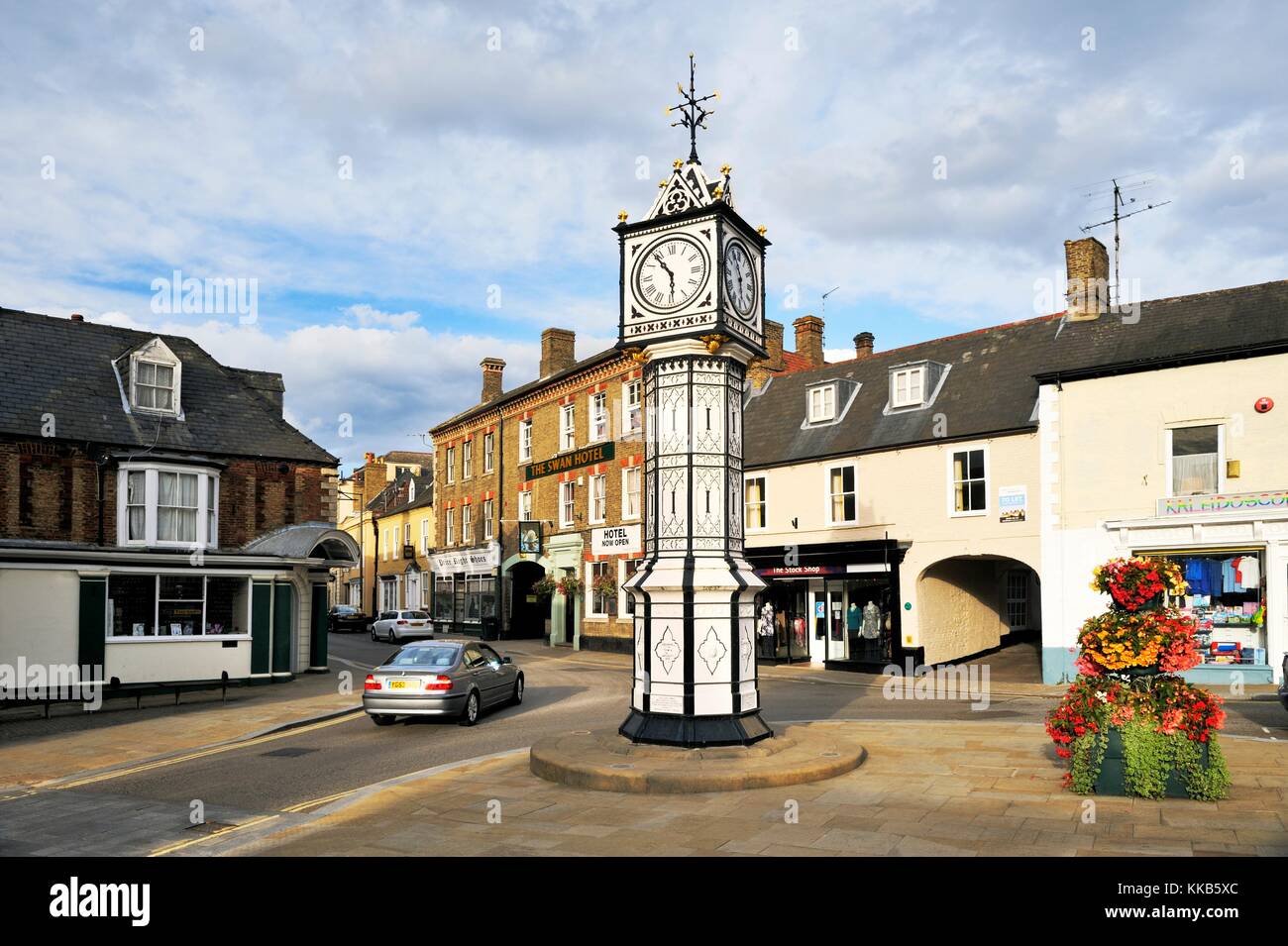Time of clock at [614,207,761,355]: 5:54
